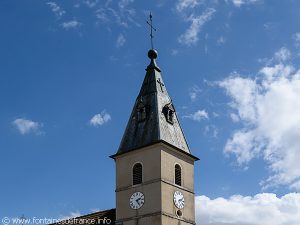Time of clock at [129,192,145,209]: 2:24
